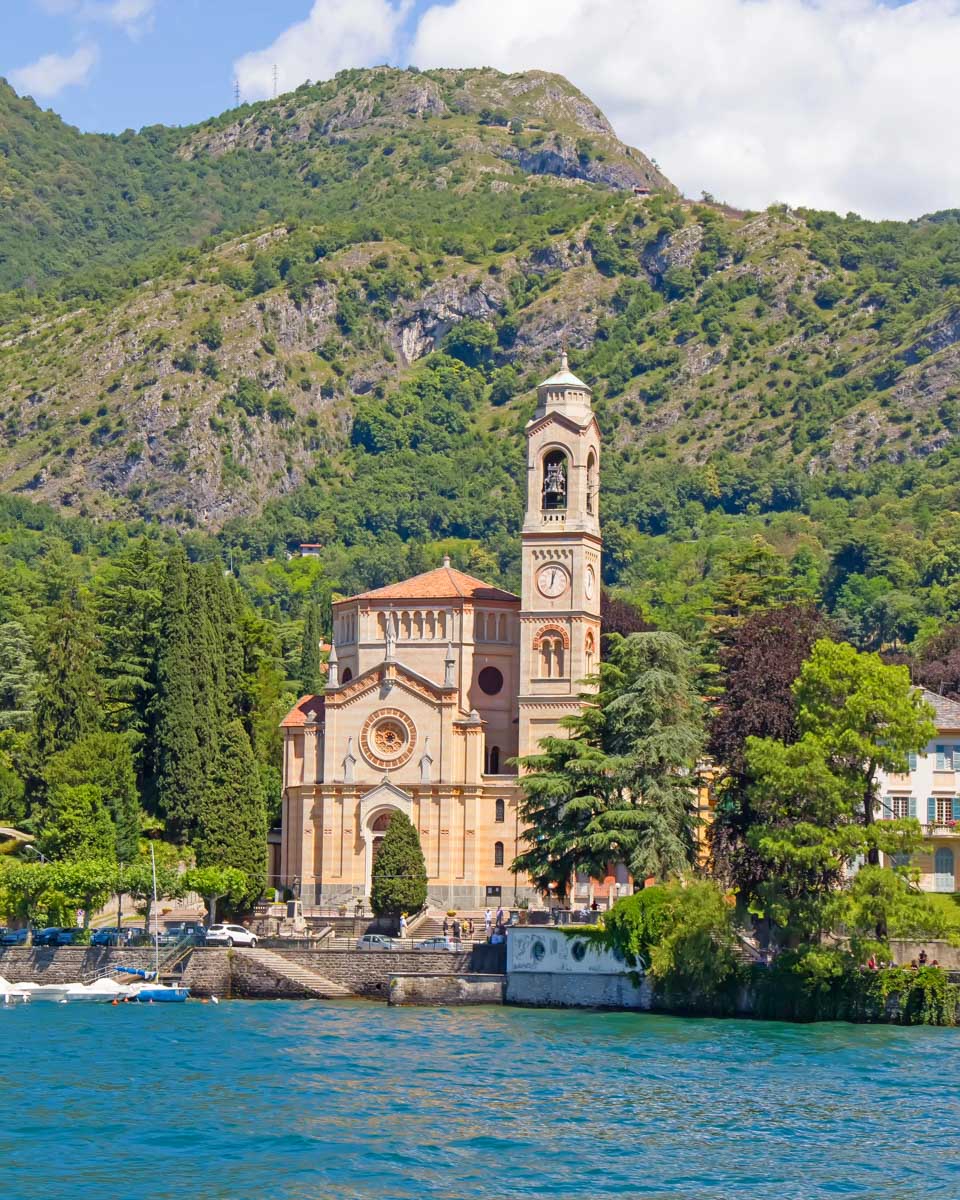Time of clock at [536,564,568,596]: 12:02
